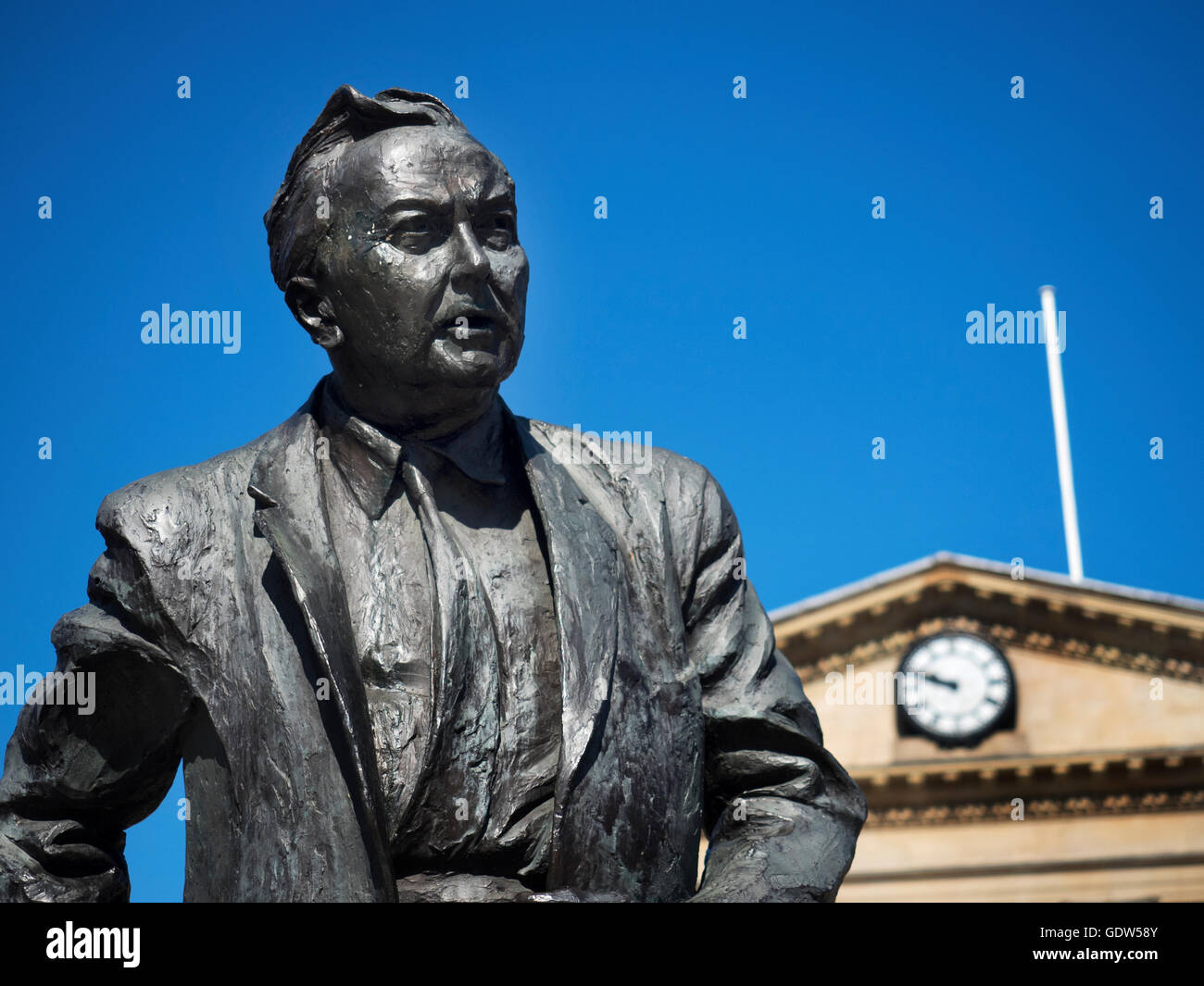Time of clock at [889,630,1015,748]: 9:48
